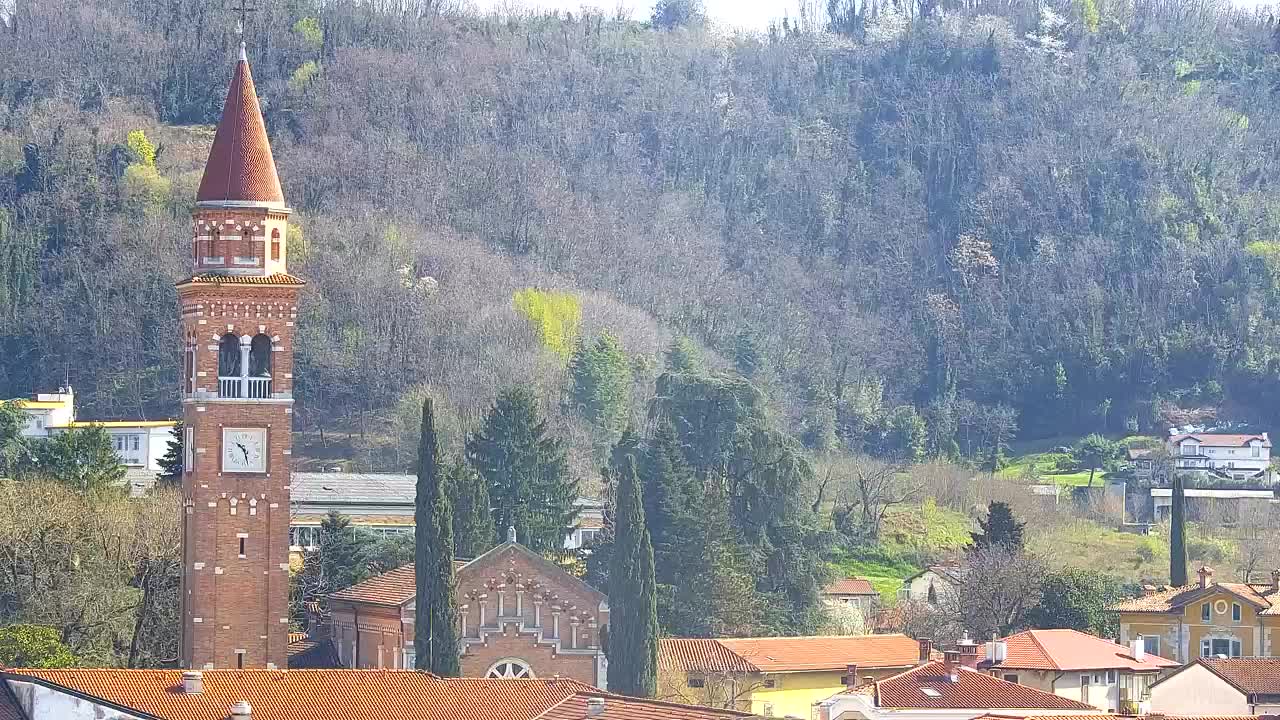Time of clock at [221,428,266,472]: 10:27
